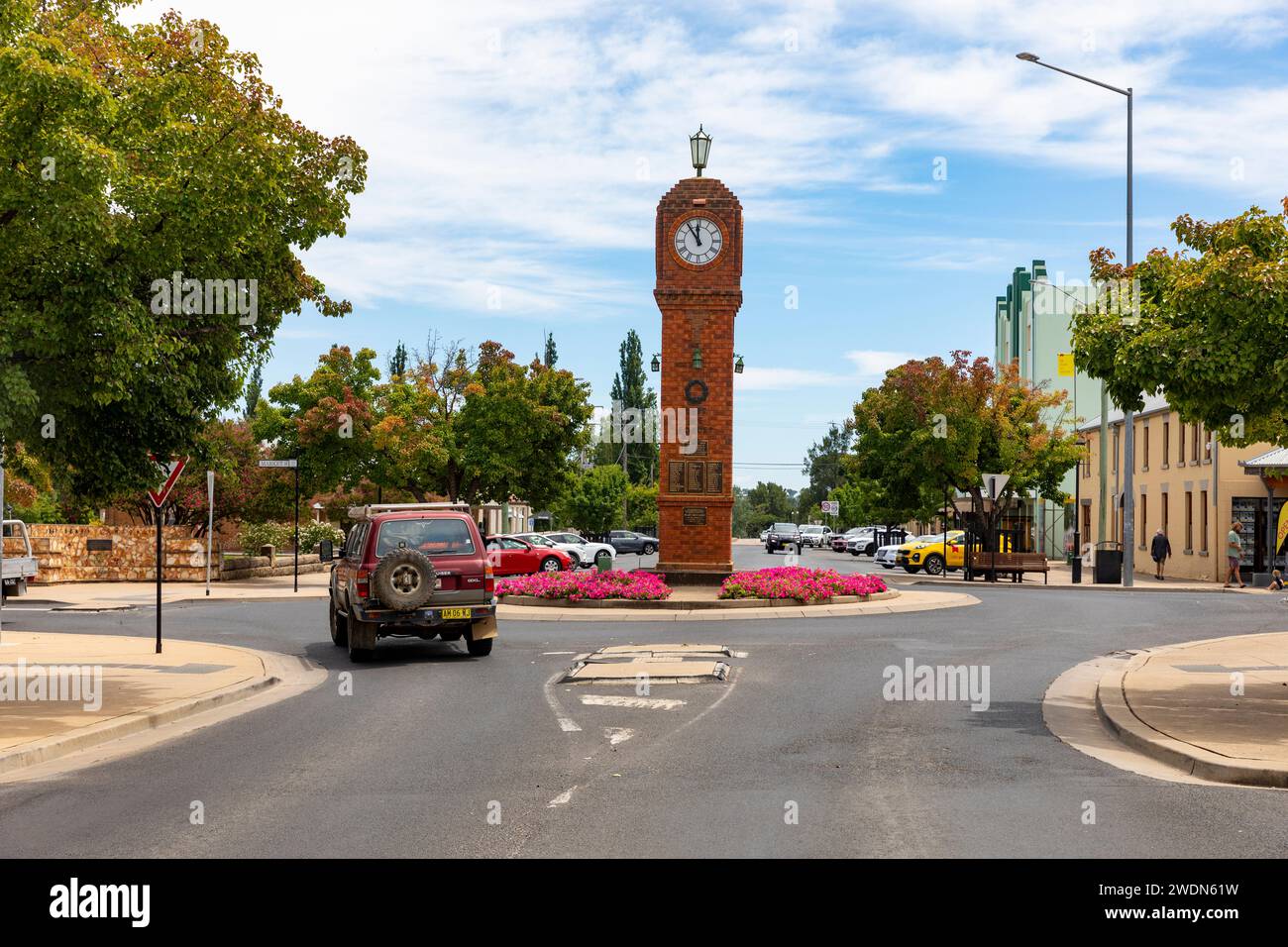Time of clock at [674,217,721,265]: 11:54
